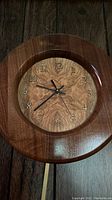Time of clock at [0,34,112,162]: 9:38
